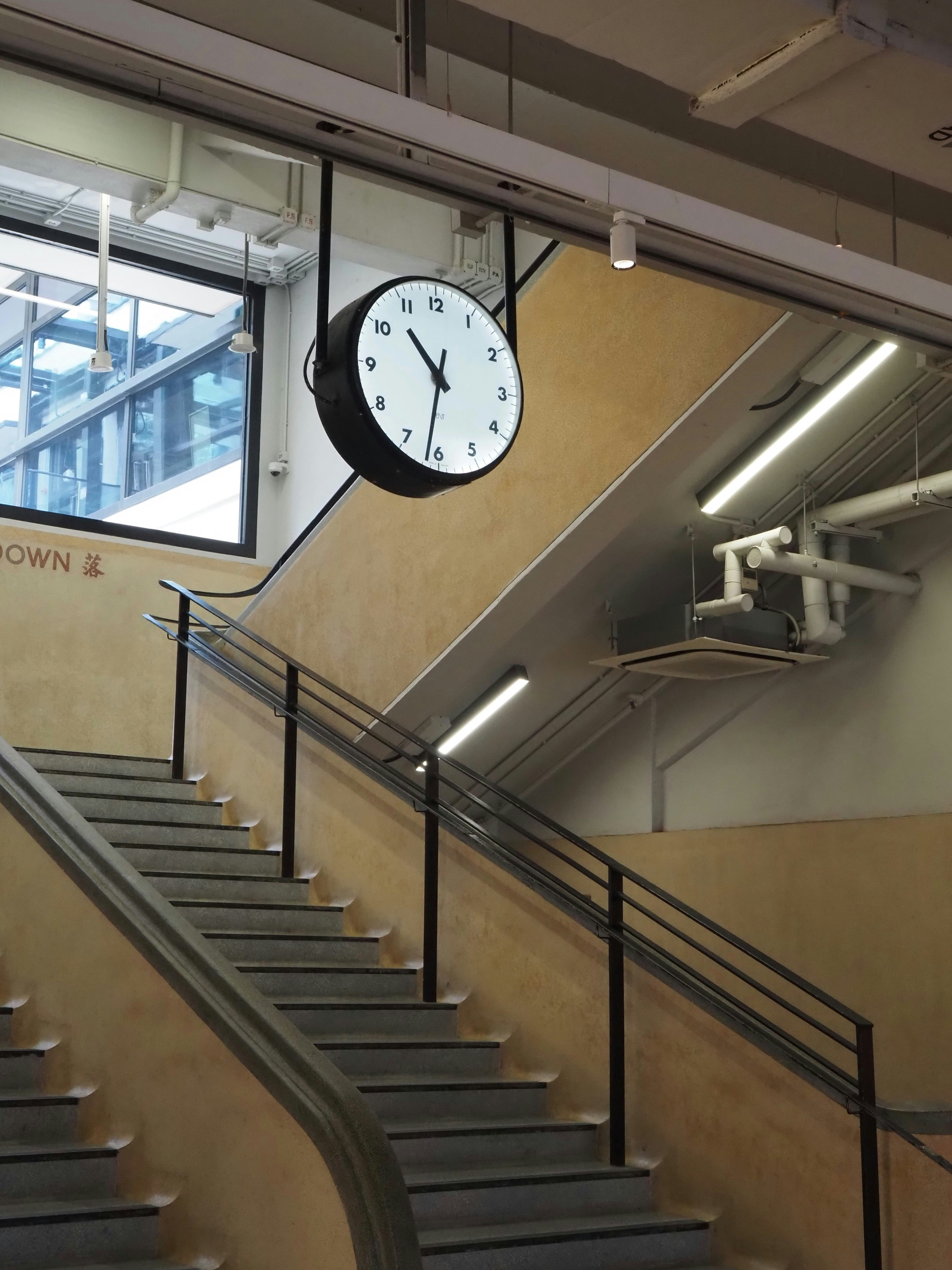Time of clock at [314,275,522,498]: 10:31
